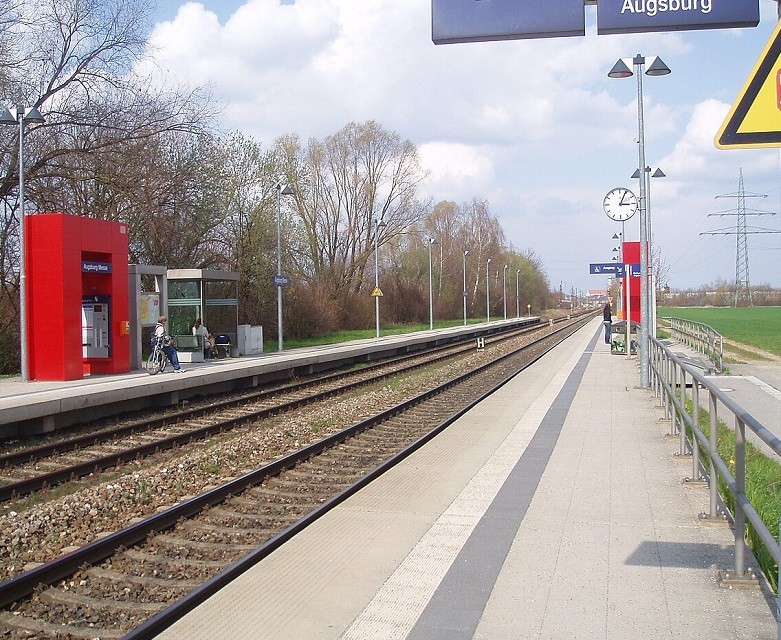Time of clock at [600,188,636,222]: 3:04
